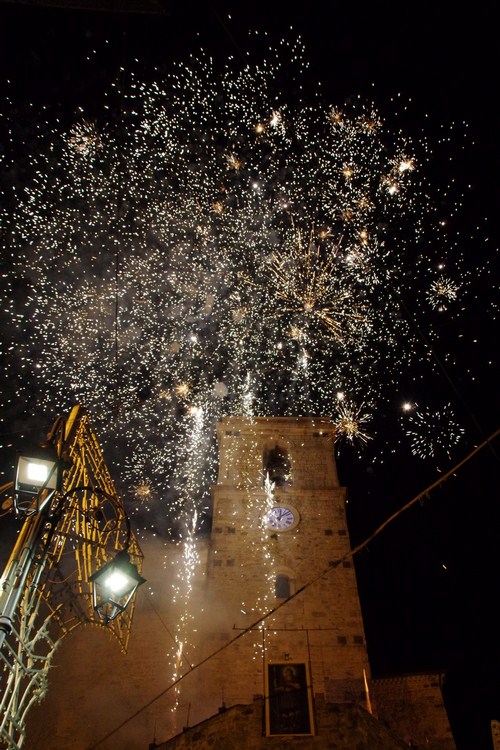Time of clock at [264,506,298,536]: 12:07
